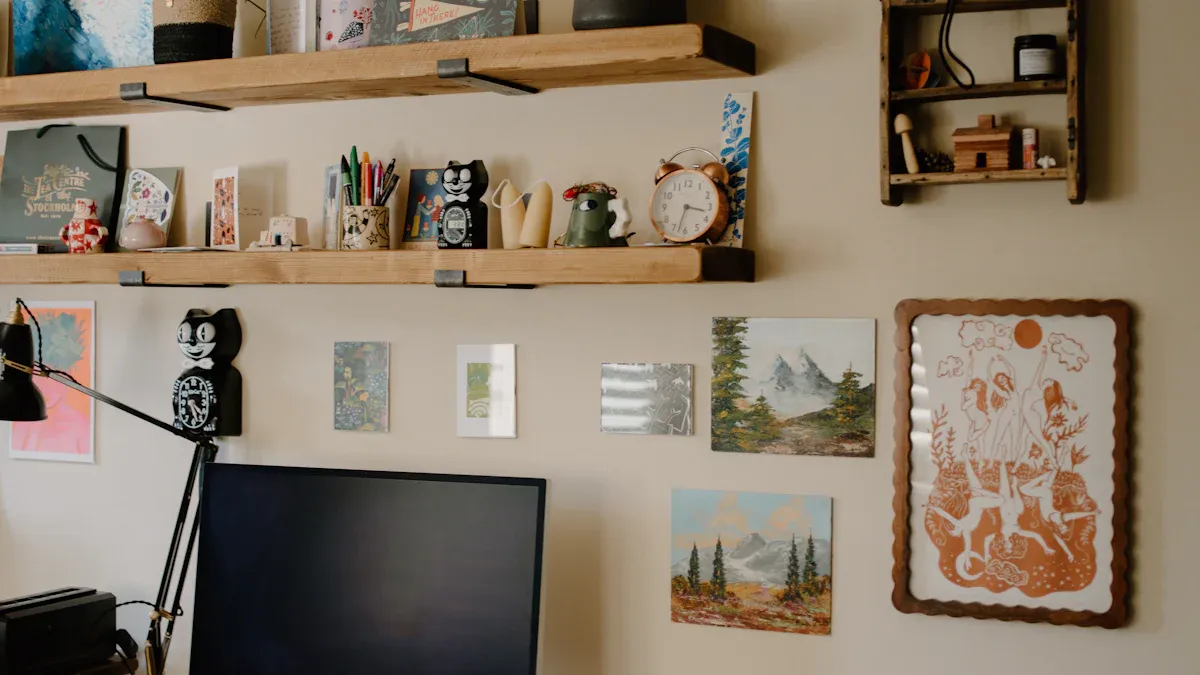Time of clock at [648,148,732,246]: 3:32
